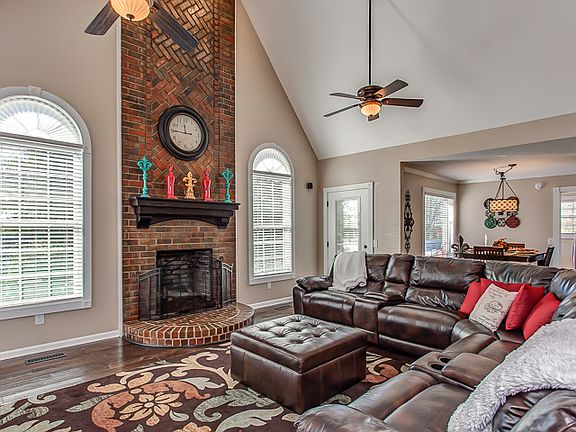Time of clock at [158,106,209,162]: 11:45
